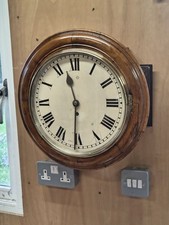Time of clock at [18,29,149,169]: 11:30
